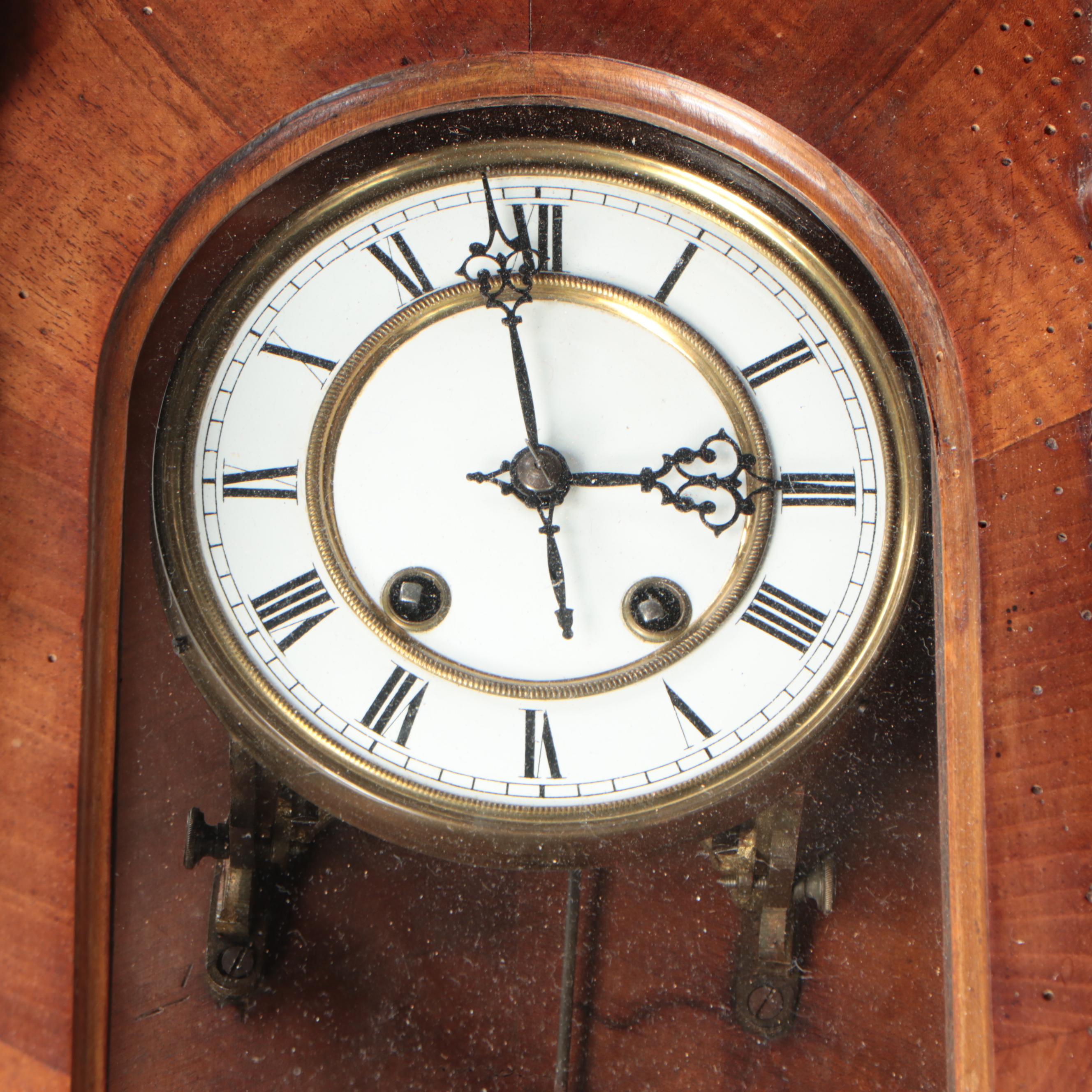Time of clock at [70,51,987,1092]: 2:58
